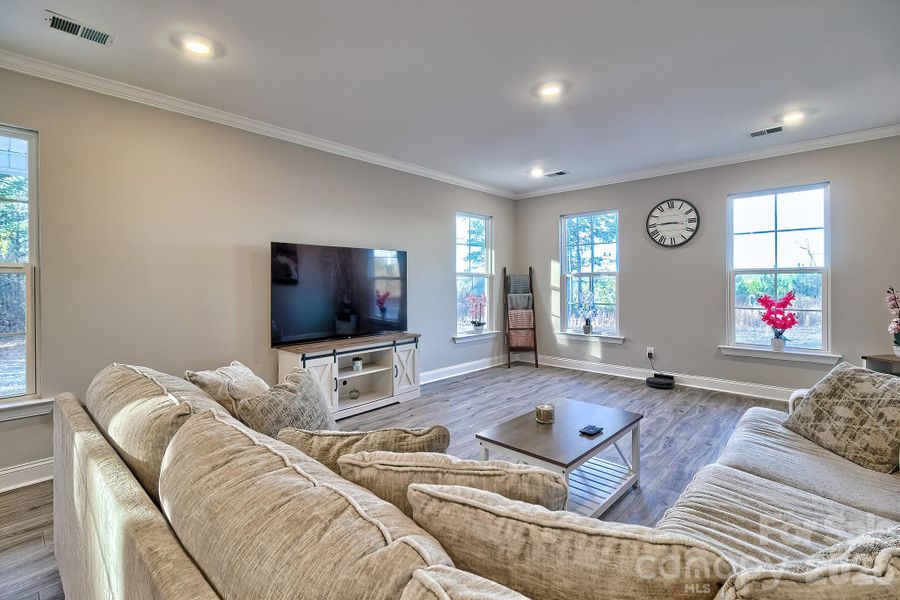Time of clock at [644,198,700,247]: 8:45
